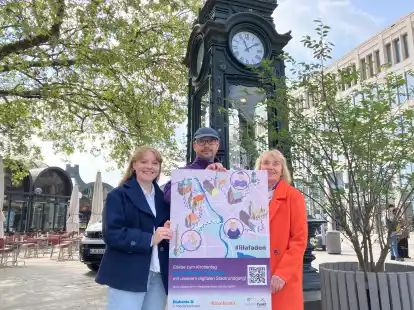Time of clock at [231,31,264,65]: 11:09
